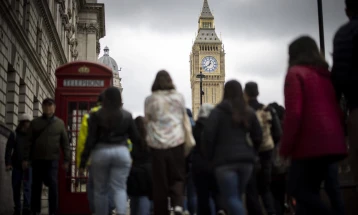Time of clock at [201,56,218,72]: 12:38
